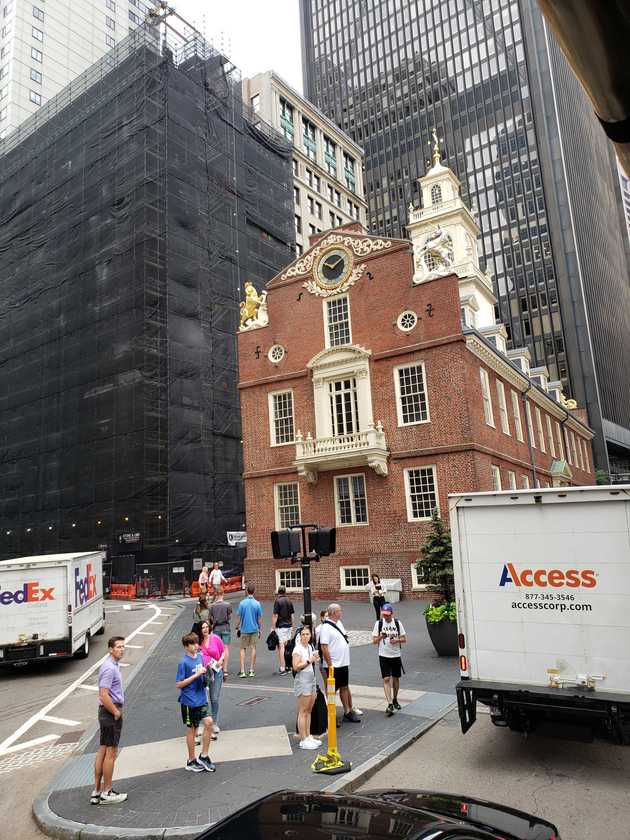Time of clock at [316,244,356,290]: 1:49
